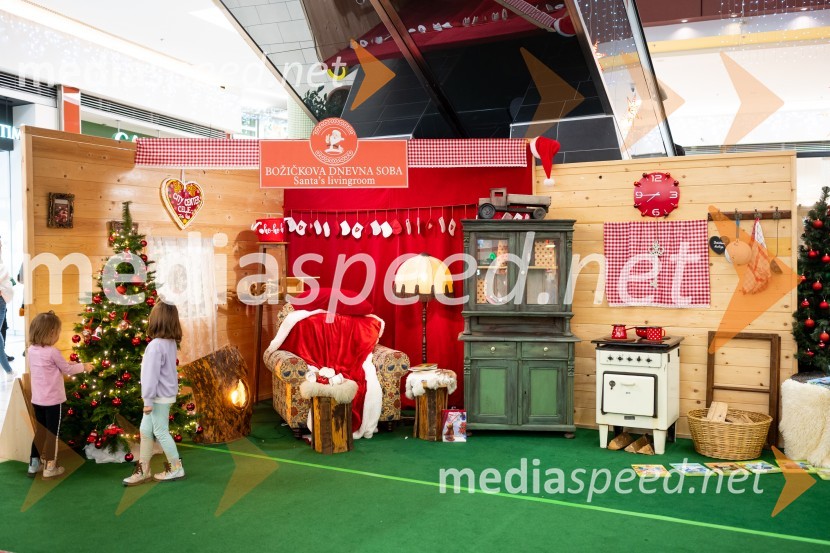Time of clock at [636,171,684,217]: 7:44
